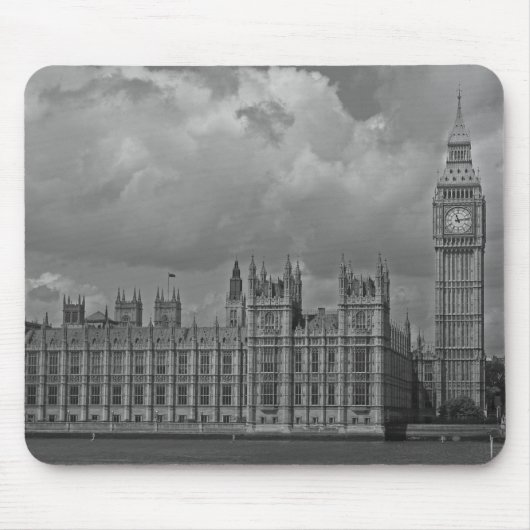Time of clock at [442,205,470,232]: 11:13
